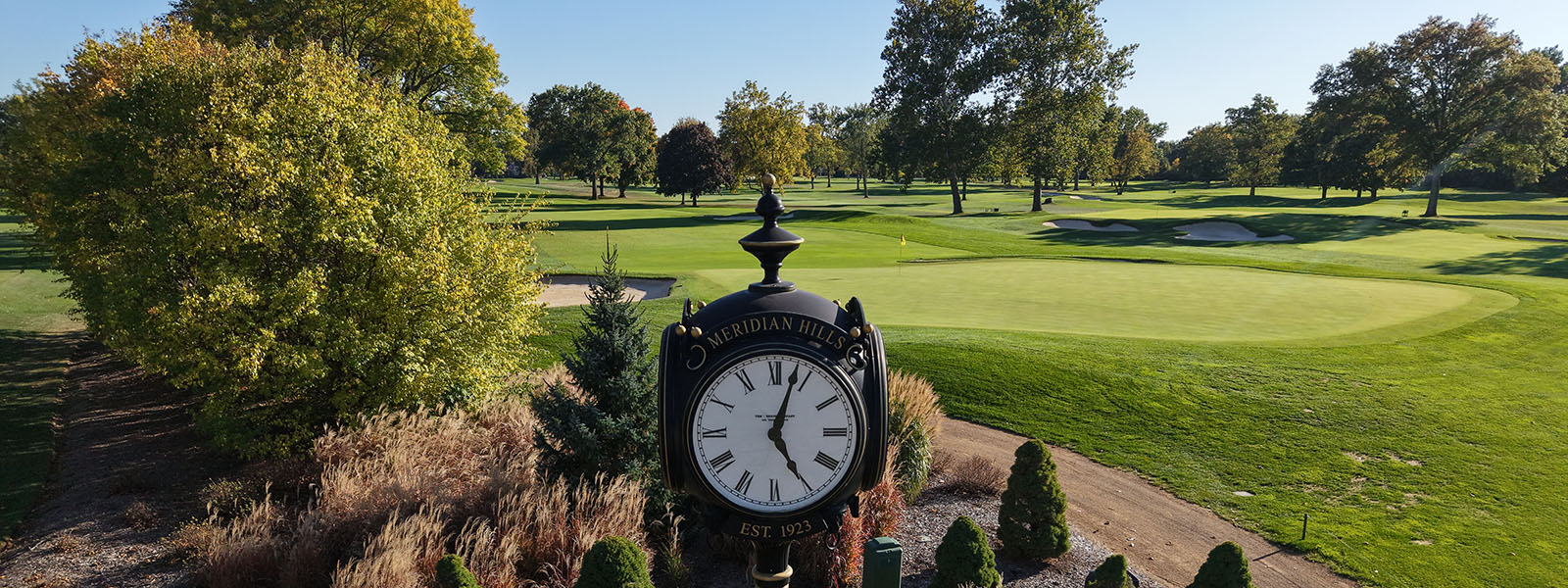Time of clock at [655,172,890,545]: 5:03
